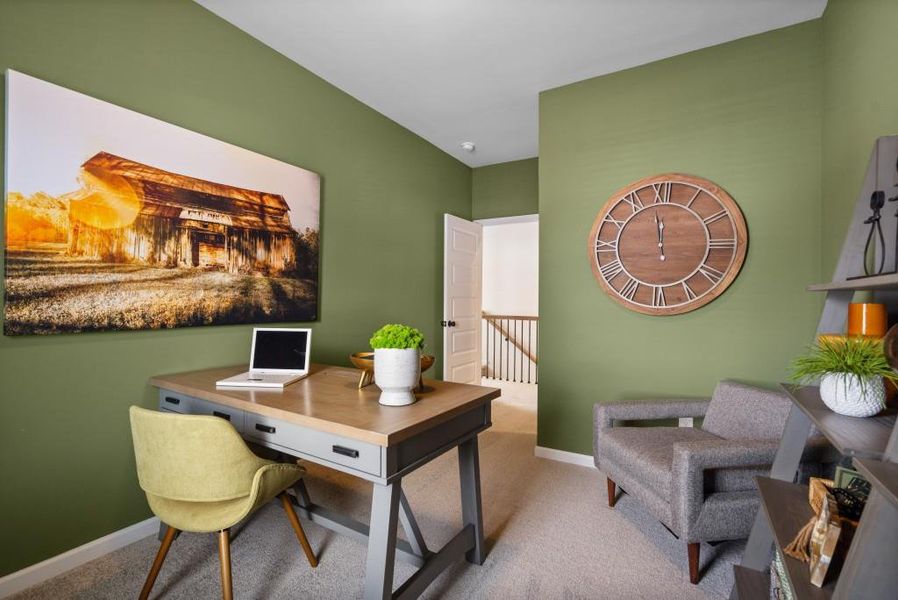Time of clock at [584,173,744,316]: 11:58
